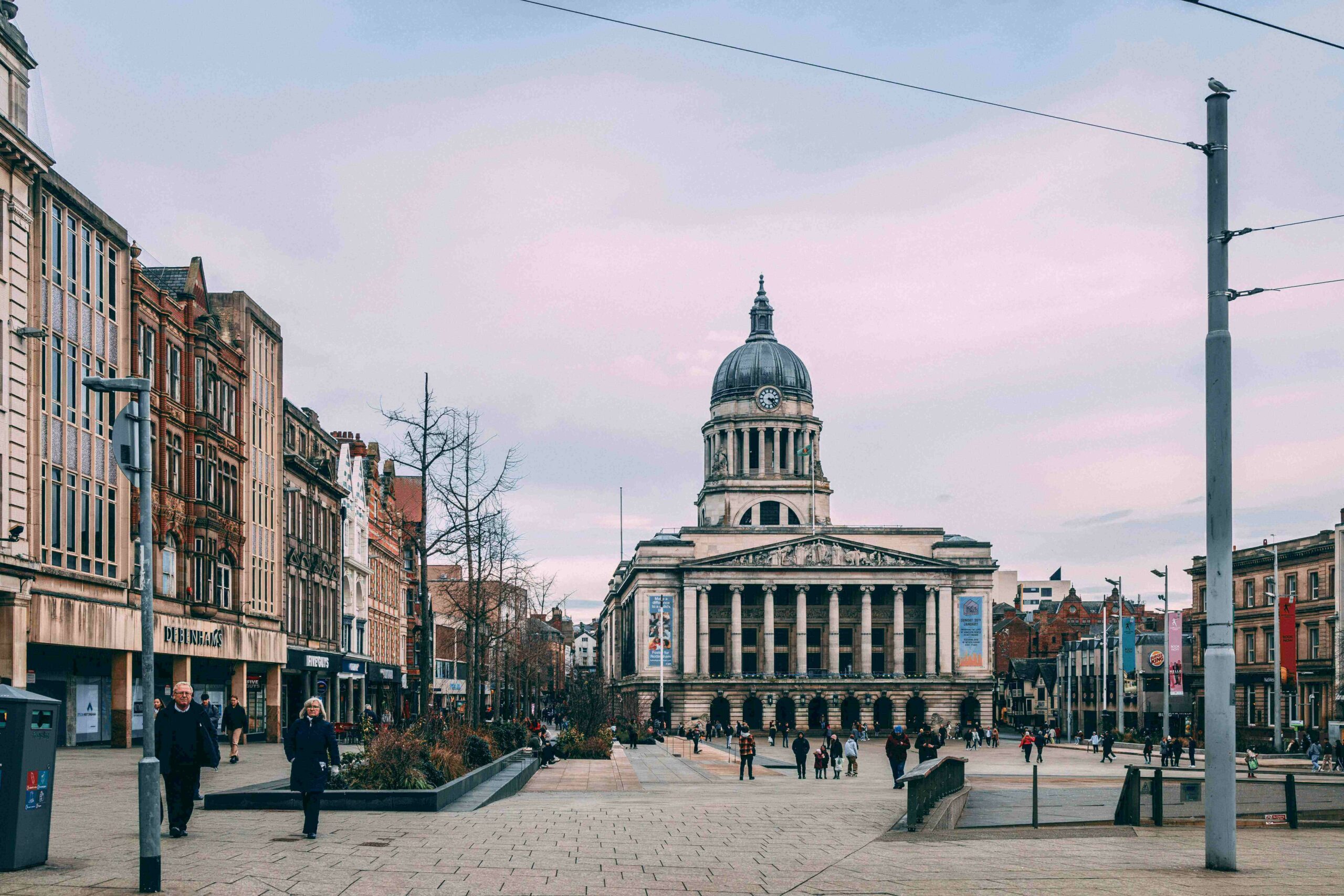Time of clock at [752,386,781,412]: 3:22
